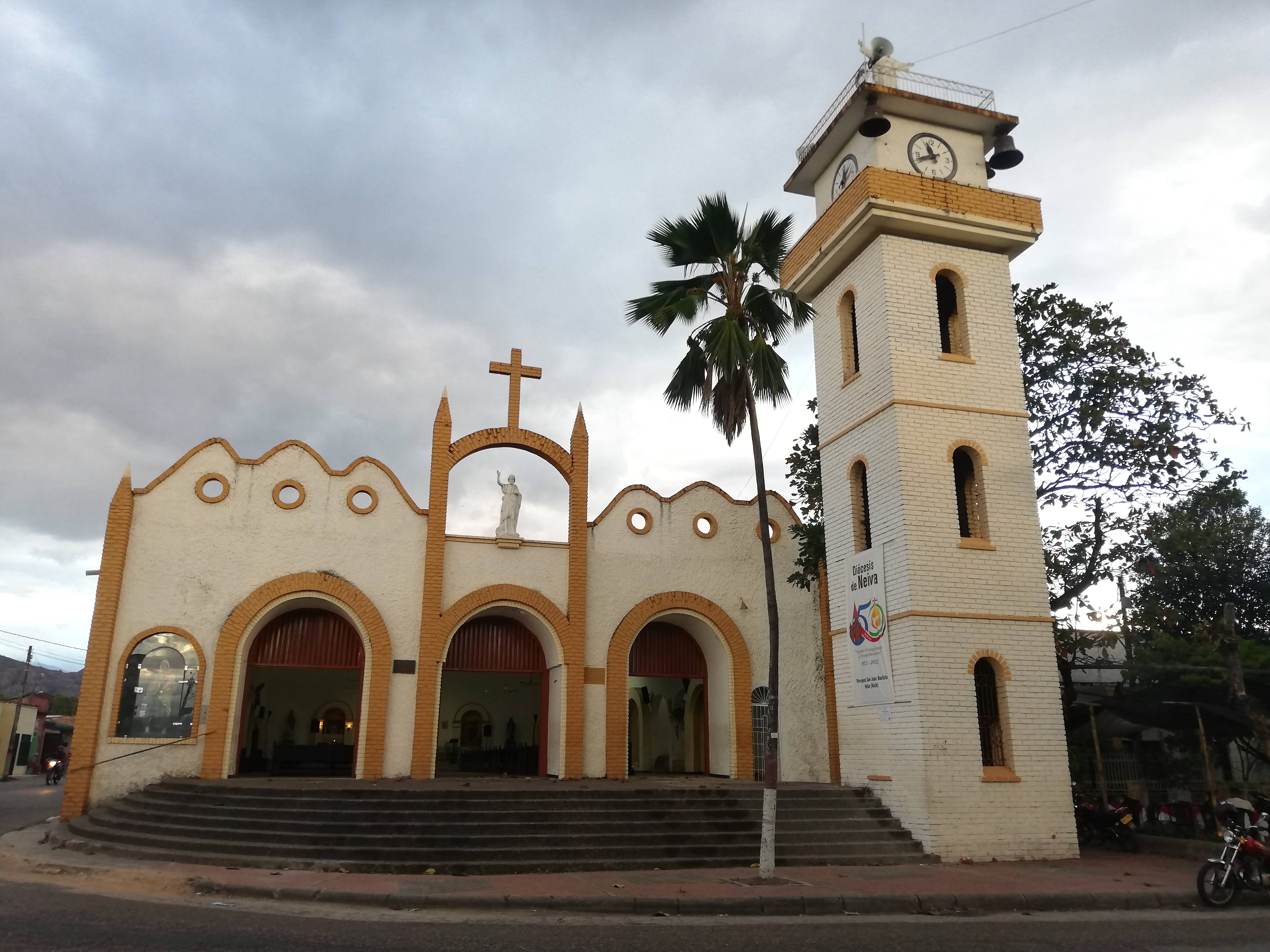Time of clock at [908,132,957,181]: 11:41
